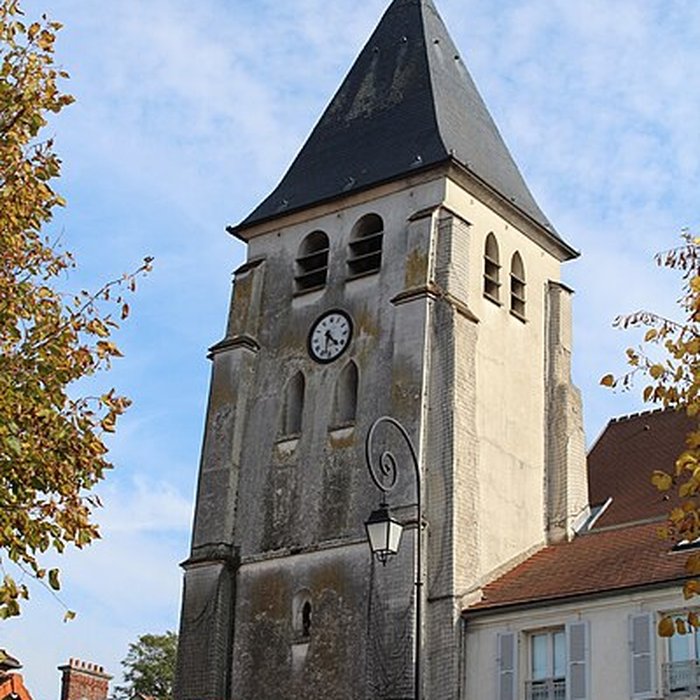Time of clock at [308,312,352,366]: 4:31
